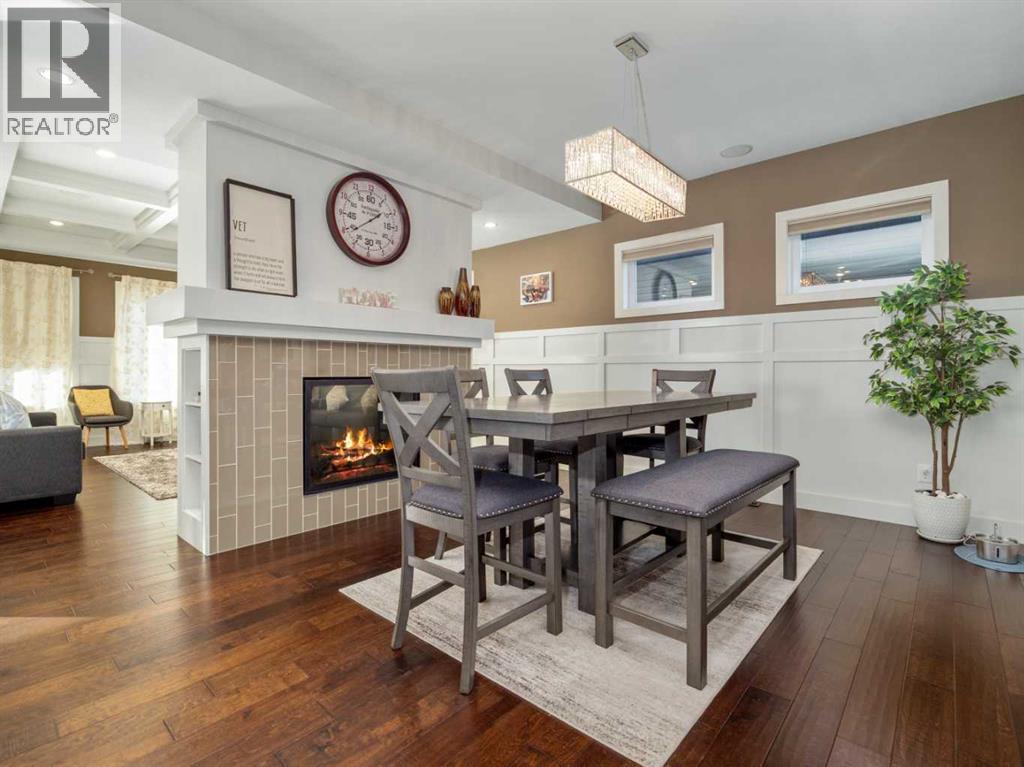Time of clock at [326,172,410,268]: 1:38
